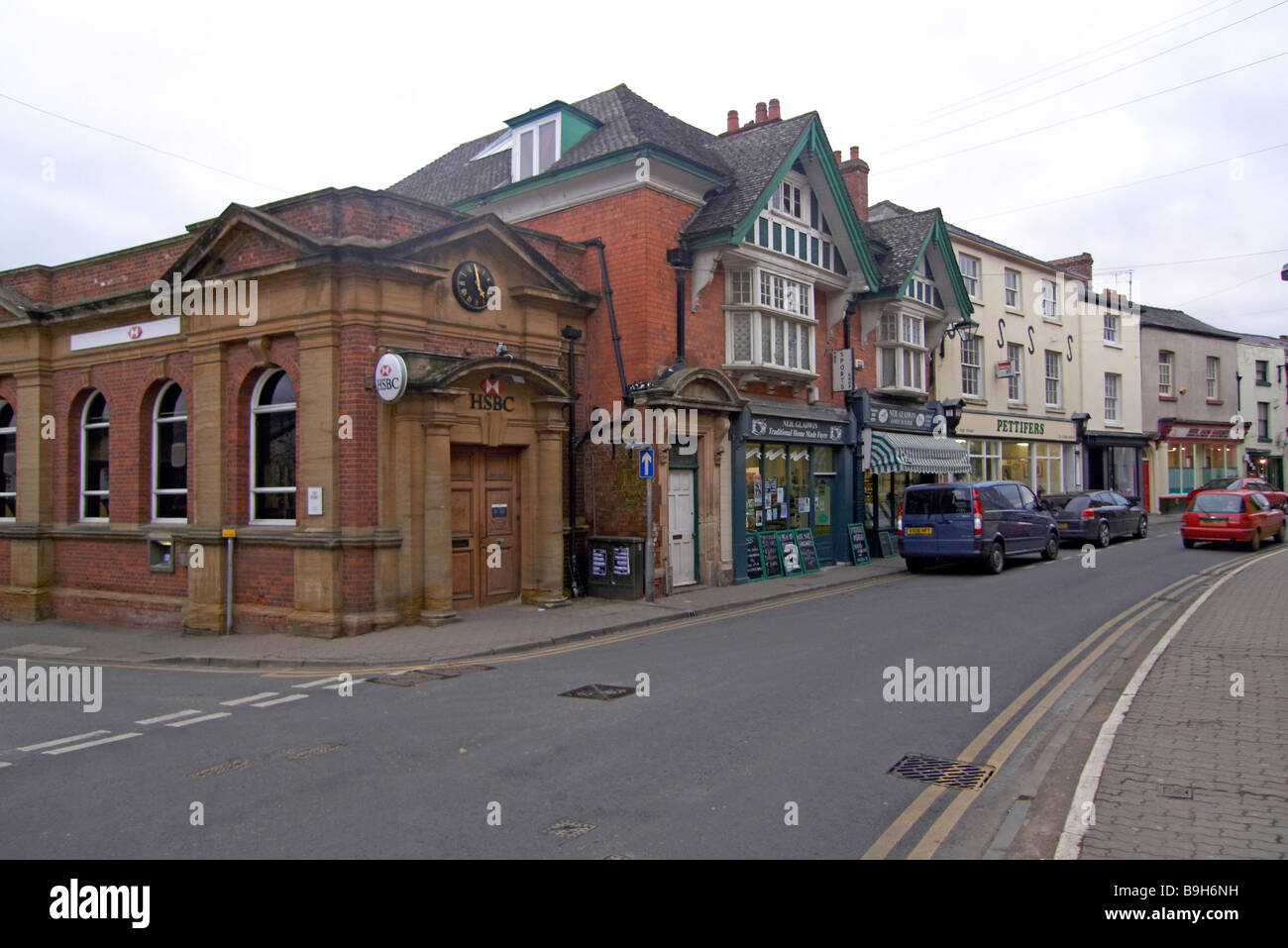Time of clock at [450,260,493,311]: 4:59
